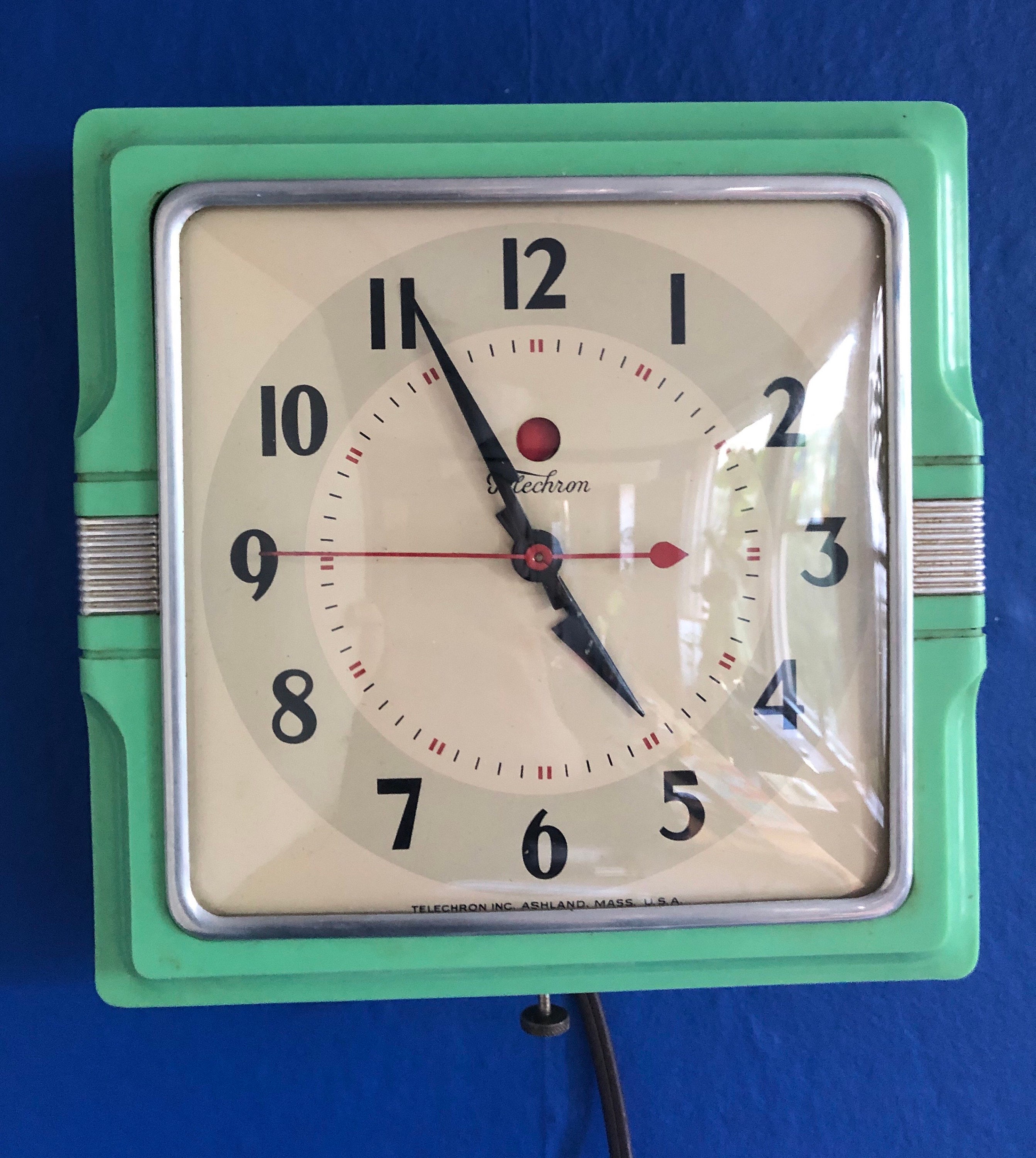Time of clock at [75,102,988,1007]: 4:55
